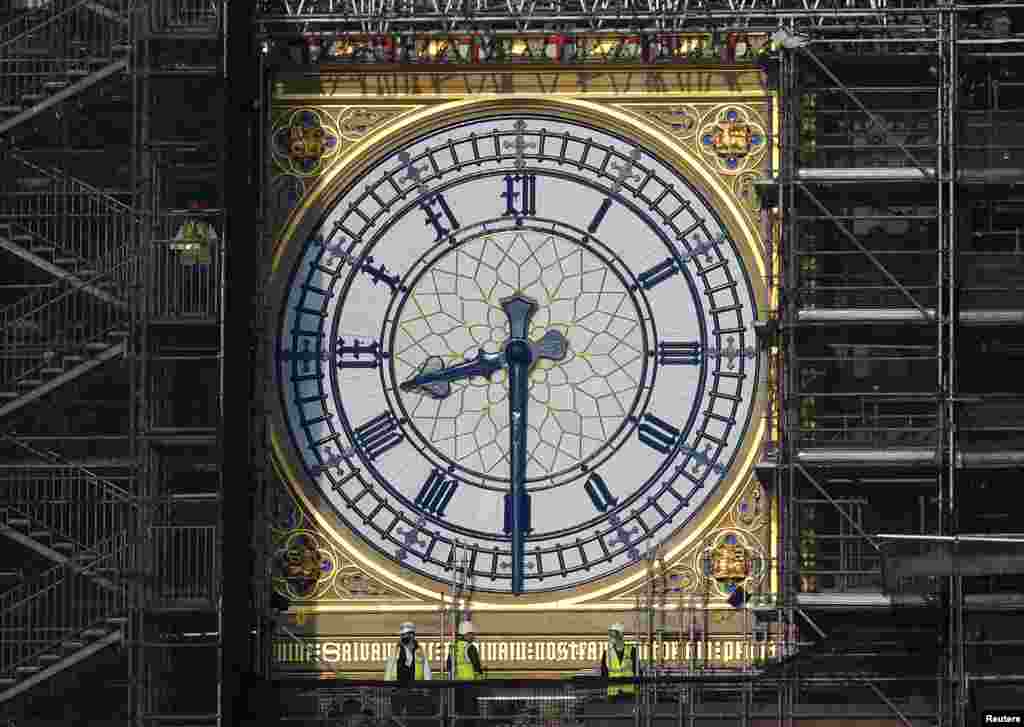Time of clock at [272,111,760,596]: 8:29
